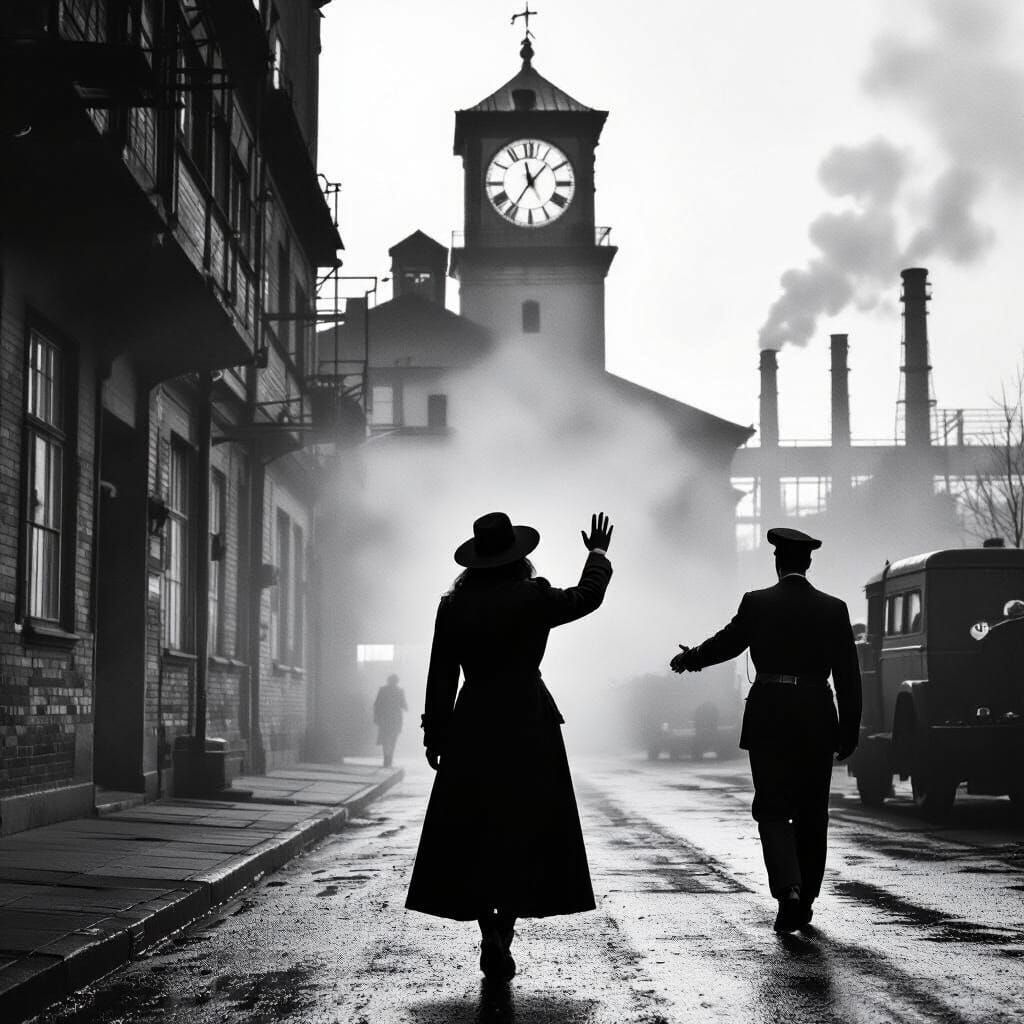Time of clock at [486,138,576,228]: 11:35
